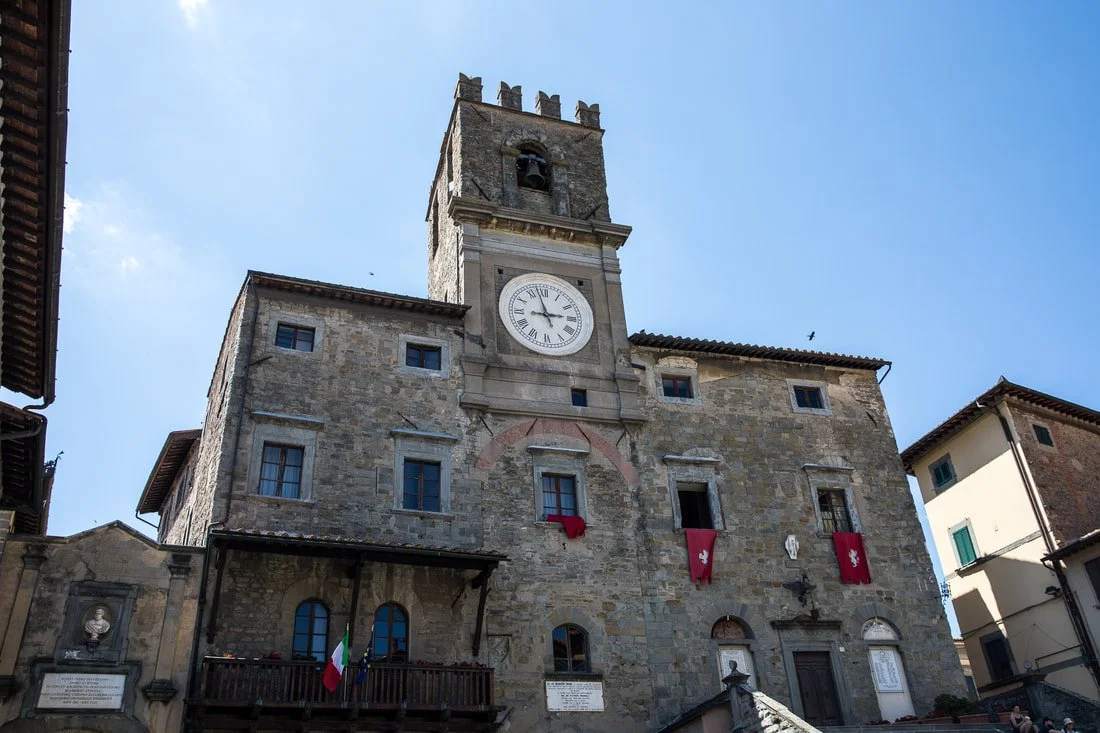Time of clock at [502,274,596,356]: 2:57
